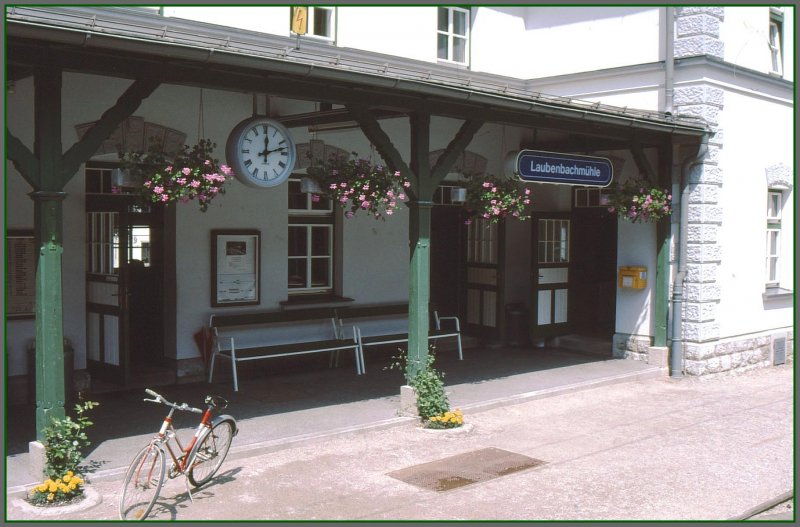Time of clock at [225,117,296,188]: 12:12
